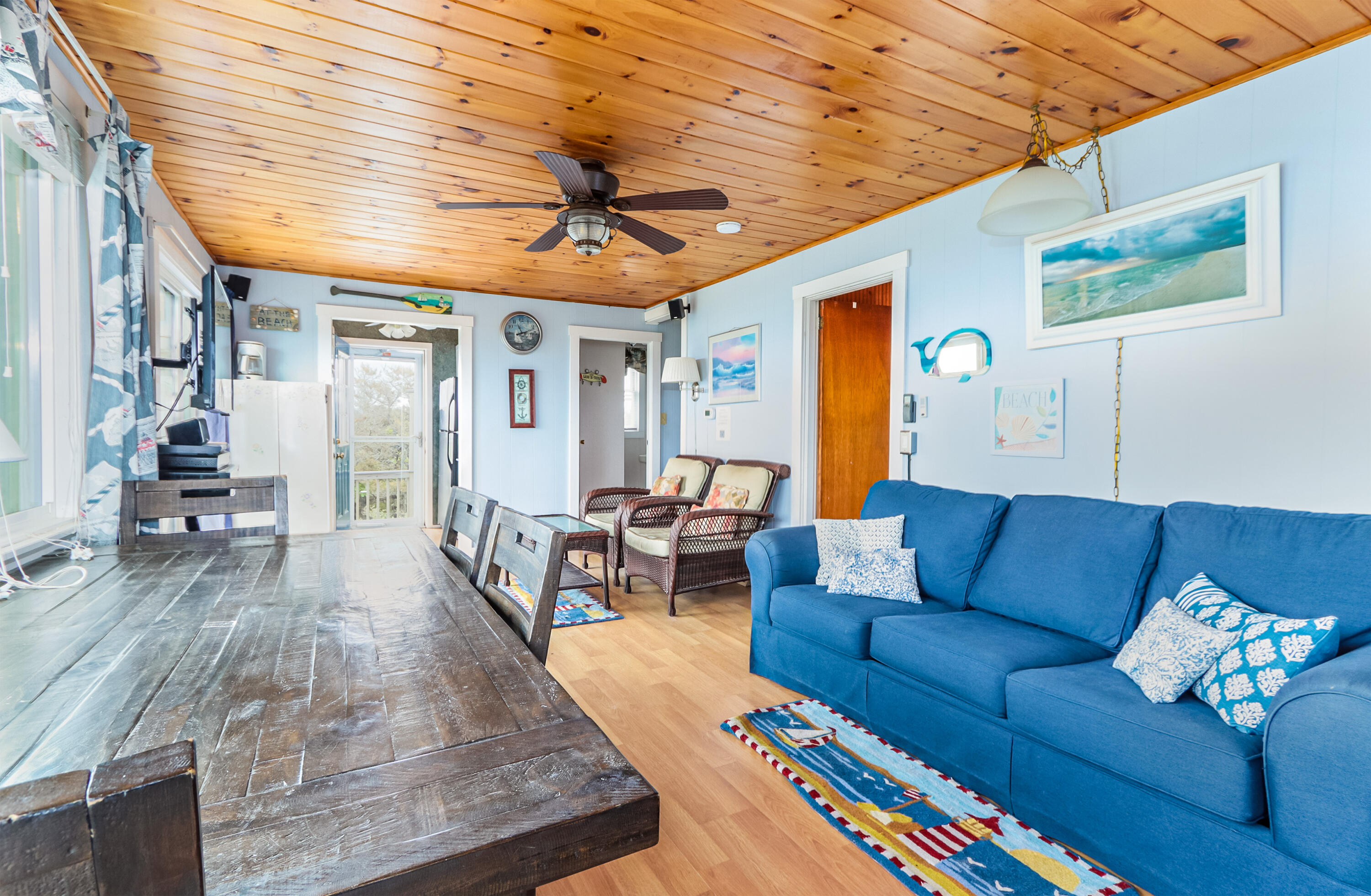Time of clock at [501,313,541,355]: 11:11
